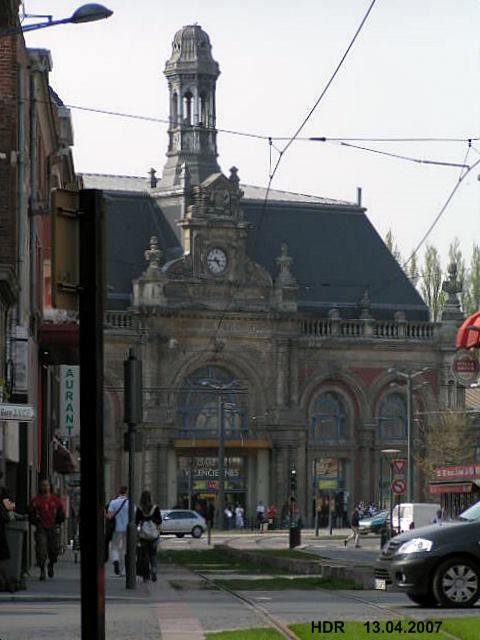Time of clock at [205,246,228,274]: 4:44
